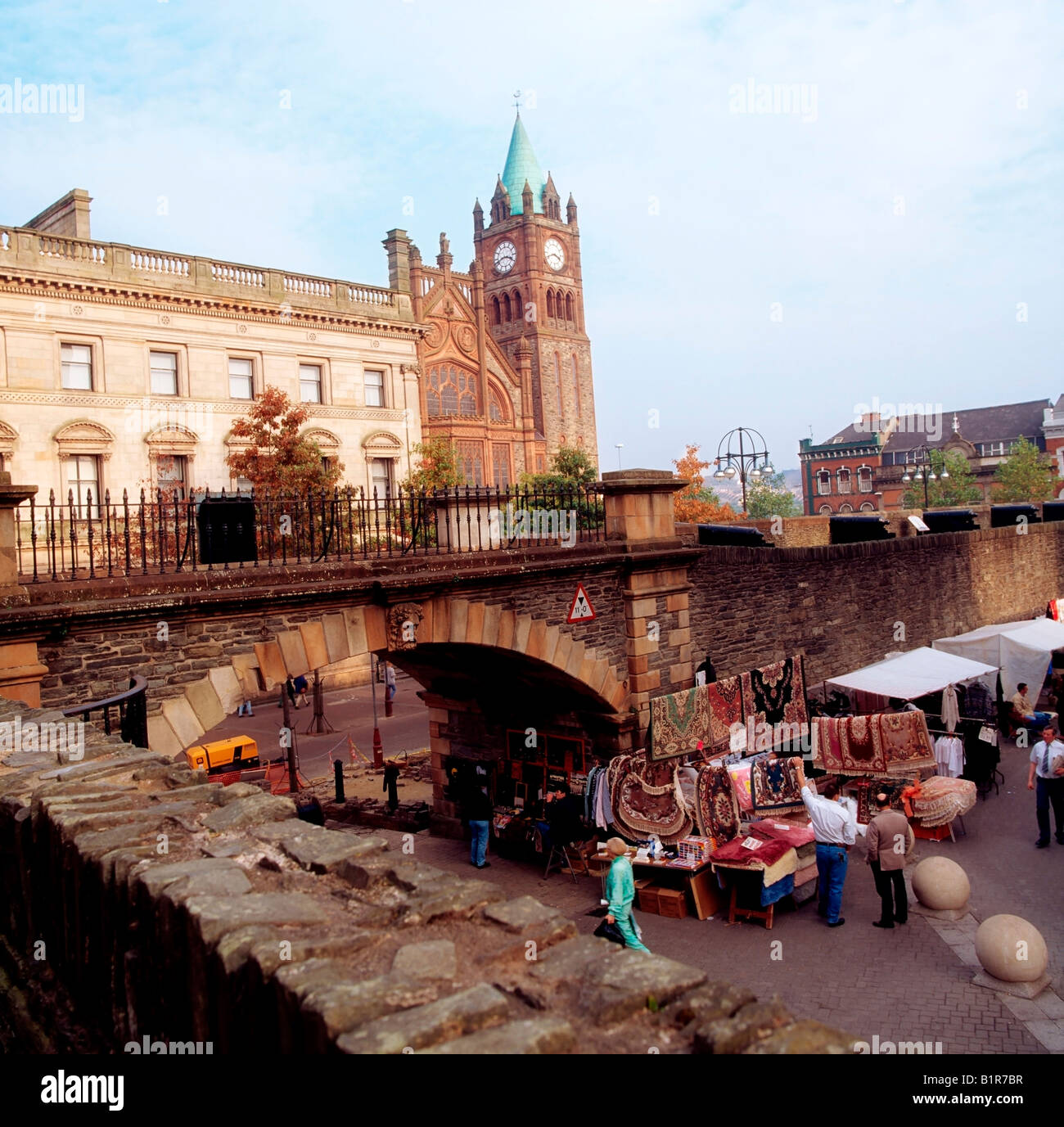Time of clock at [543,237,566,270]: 3:41
